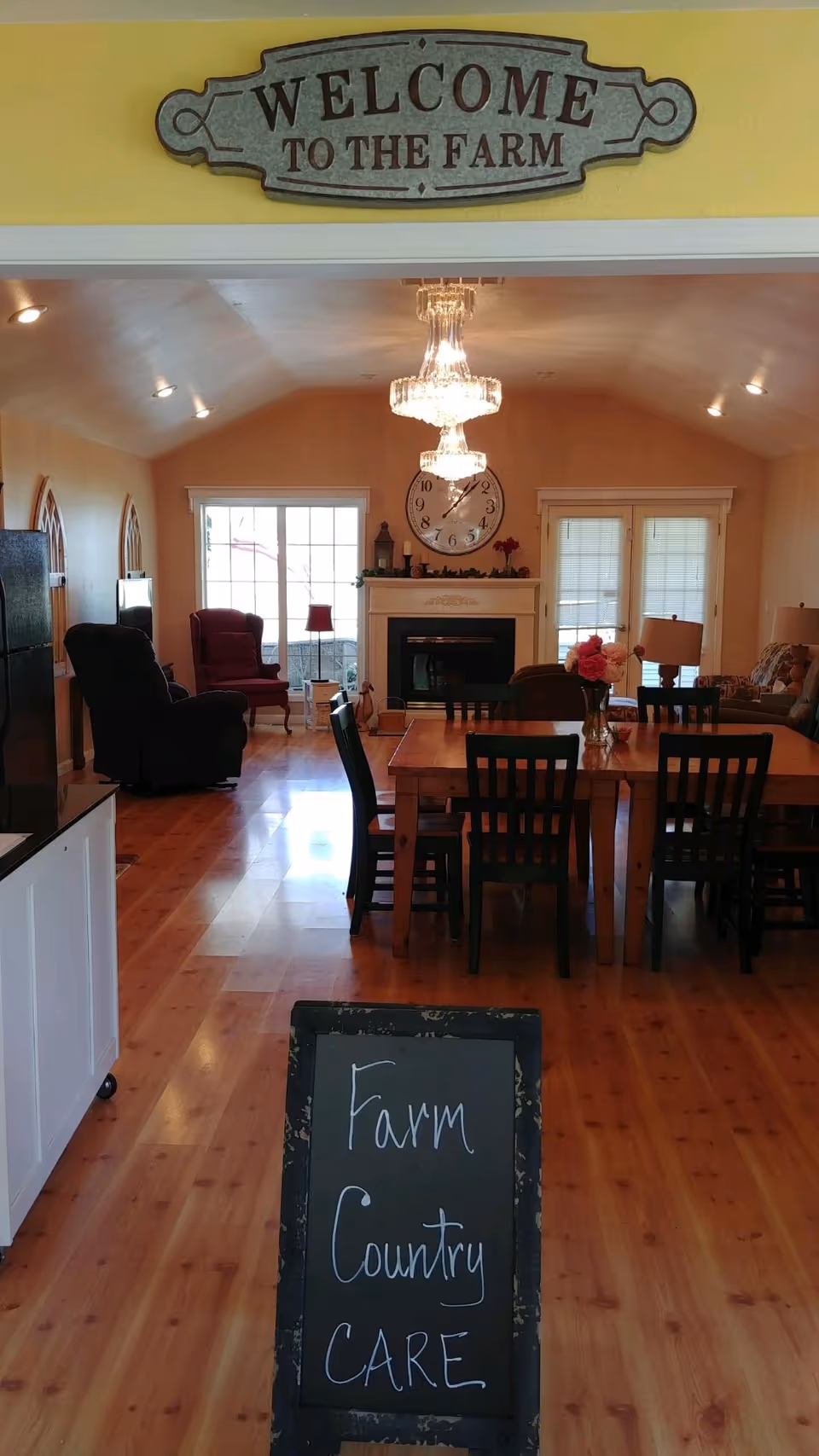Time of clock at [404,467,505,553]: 1:07
